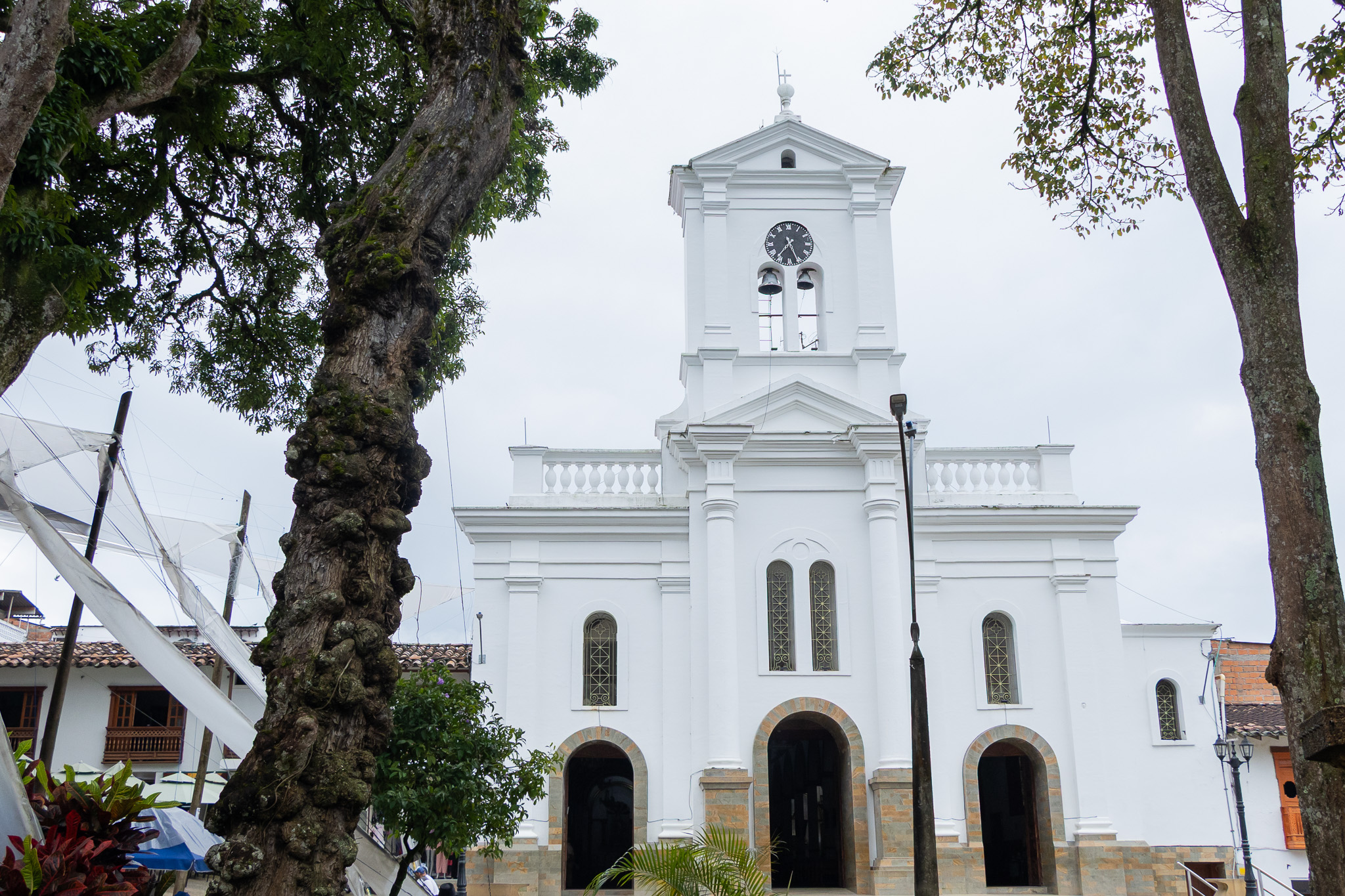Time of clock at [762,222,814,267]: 7:26
